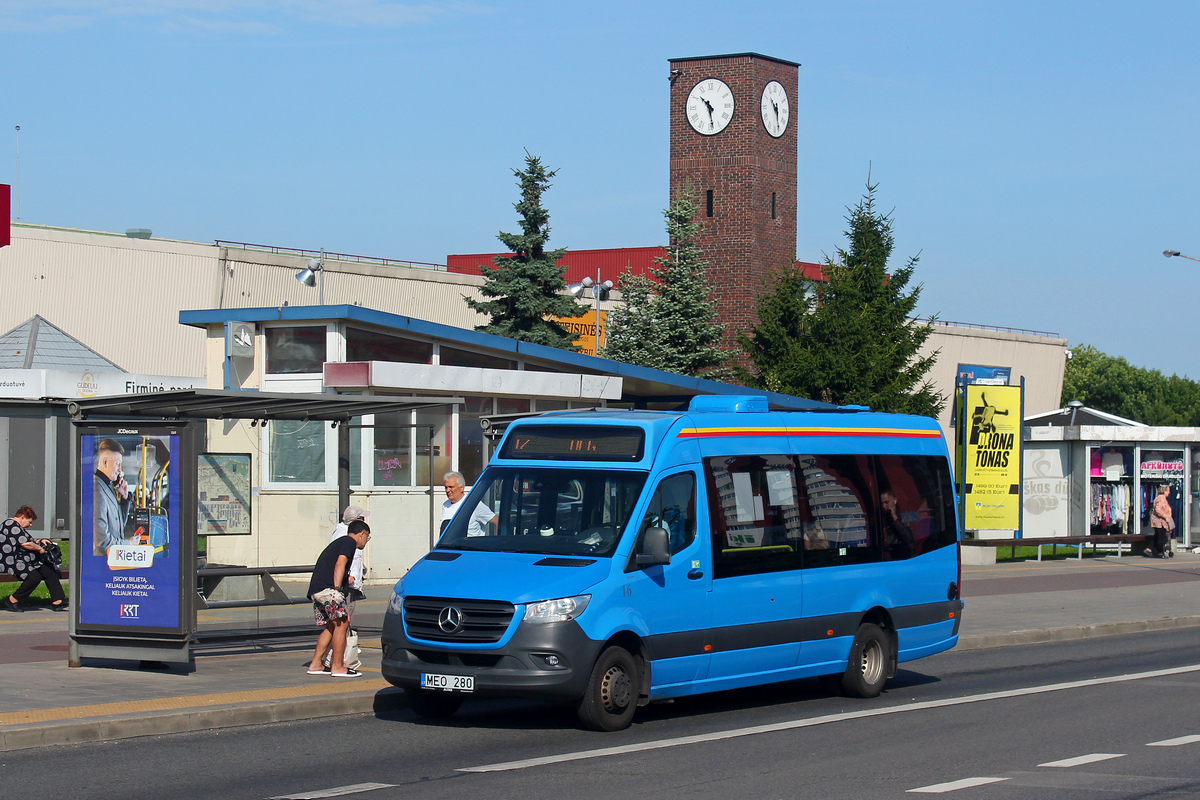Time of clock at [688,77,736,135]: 10:28
